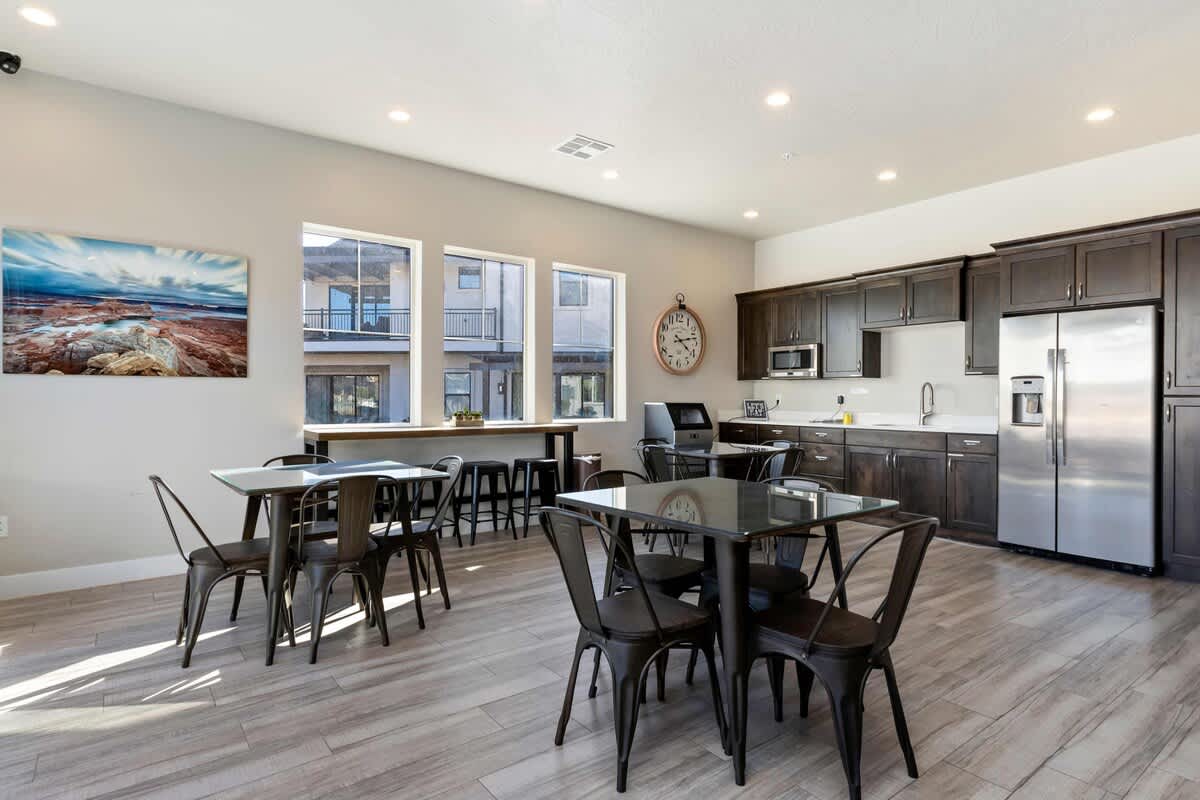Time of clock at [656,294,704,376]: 4:13
